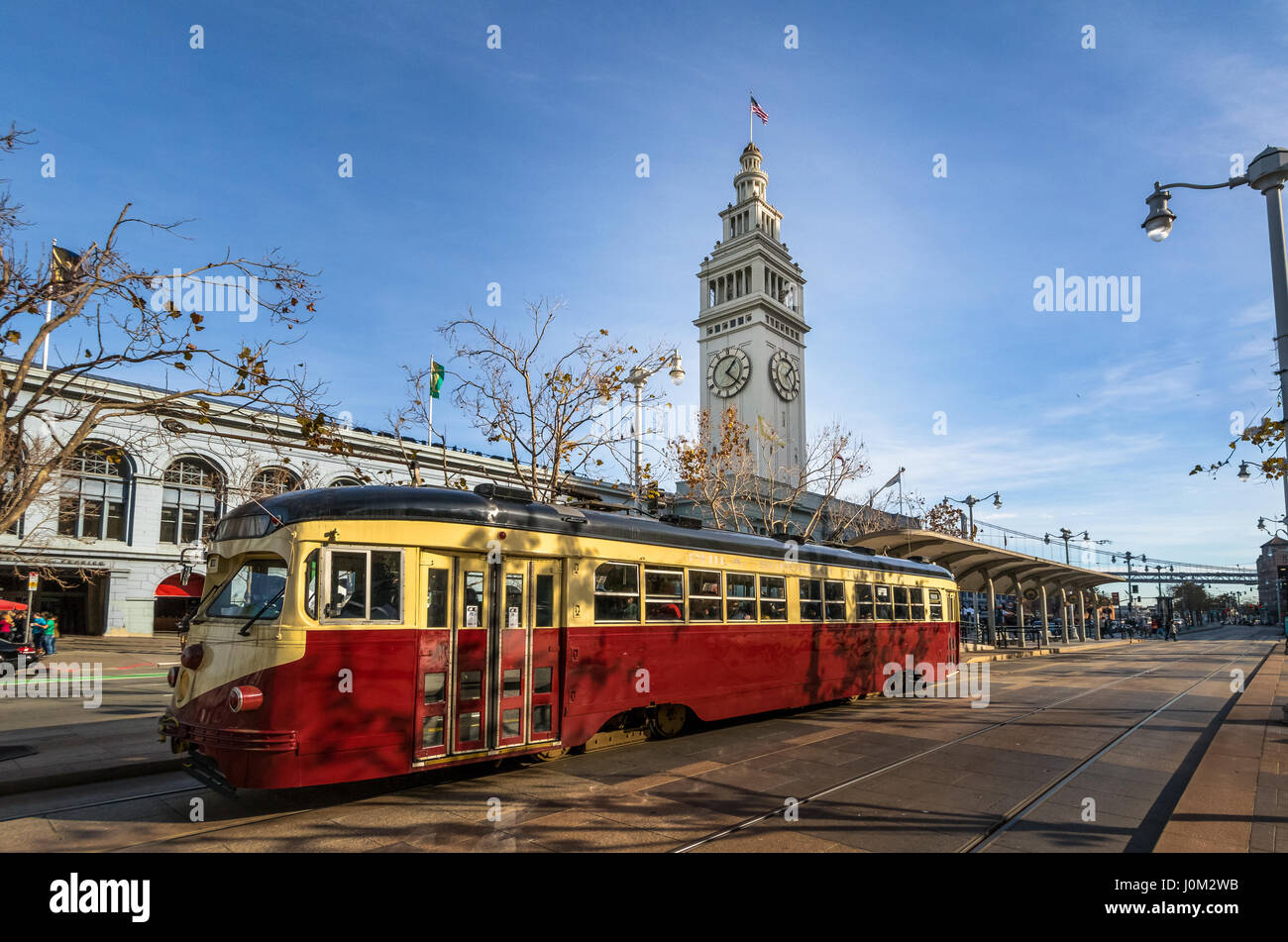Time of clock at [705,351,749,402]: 1:22
